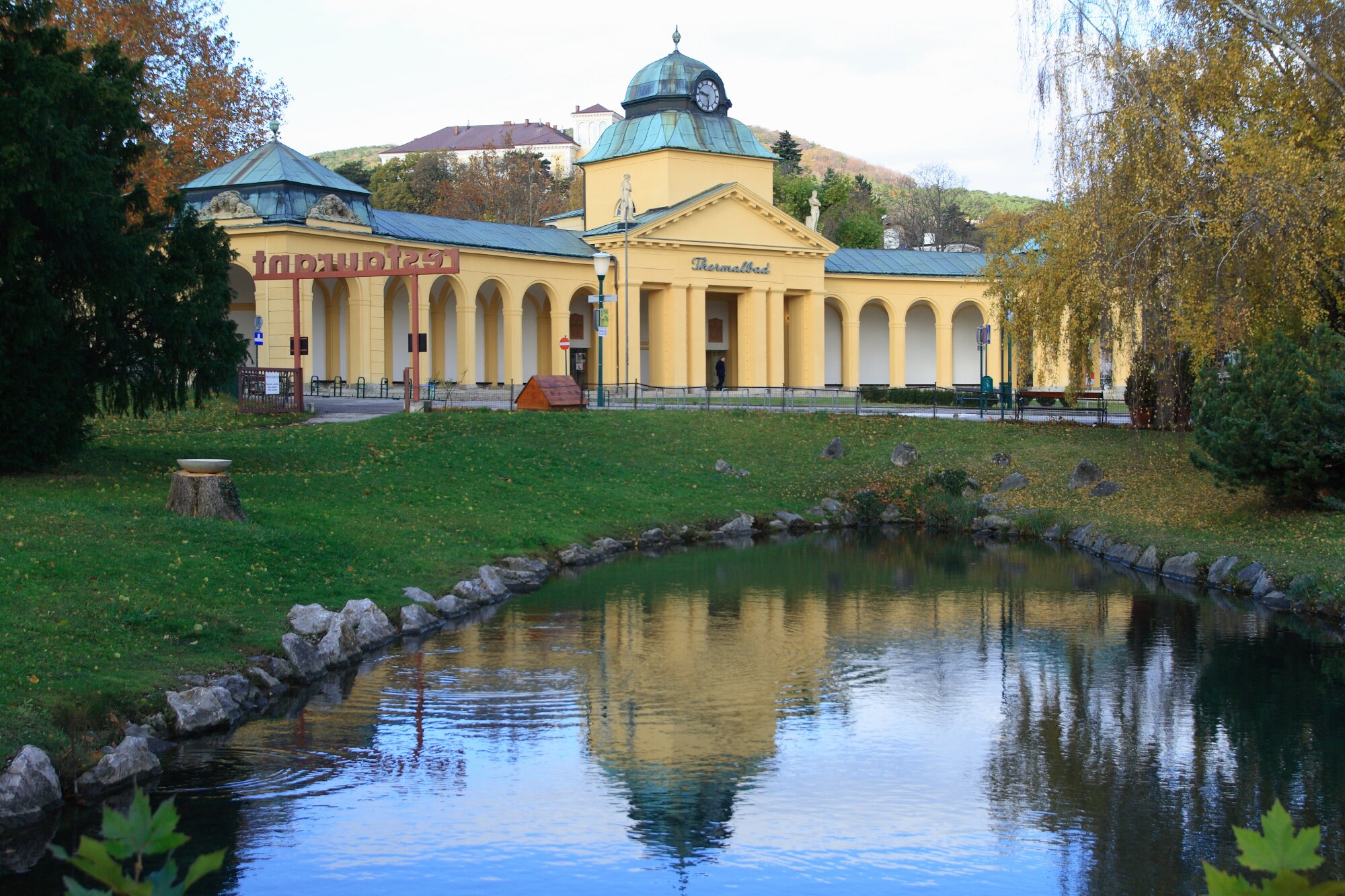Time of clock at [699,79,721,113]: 9:29
